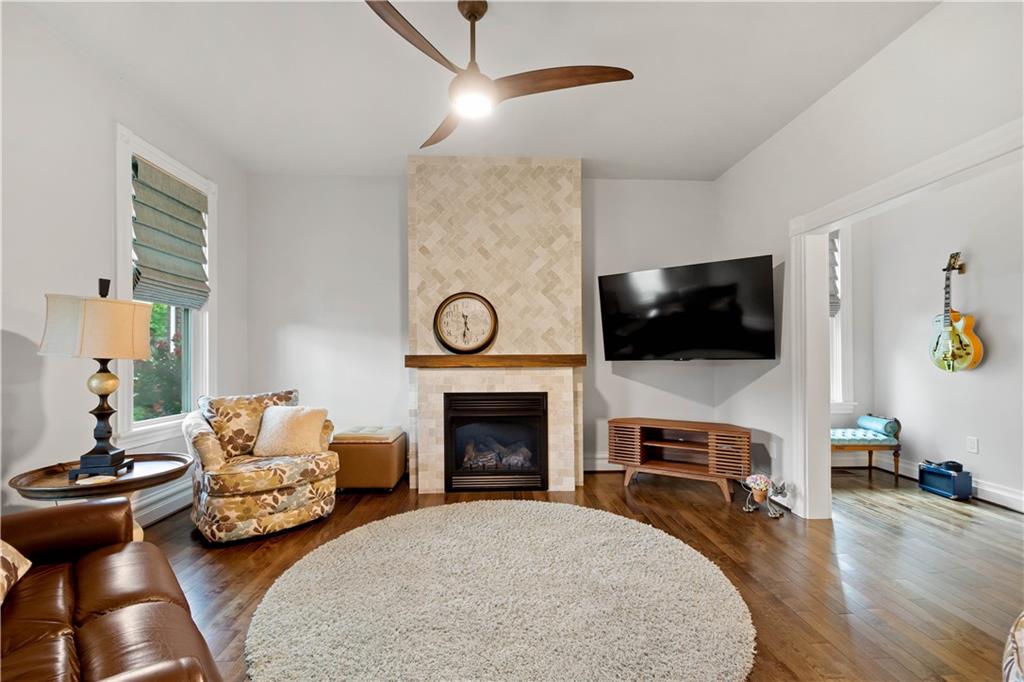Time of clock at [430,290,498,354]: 5:31
